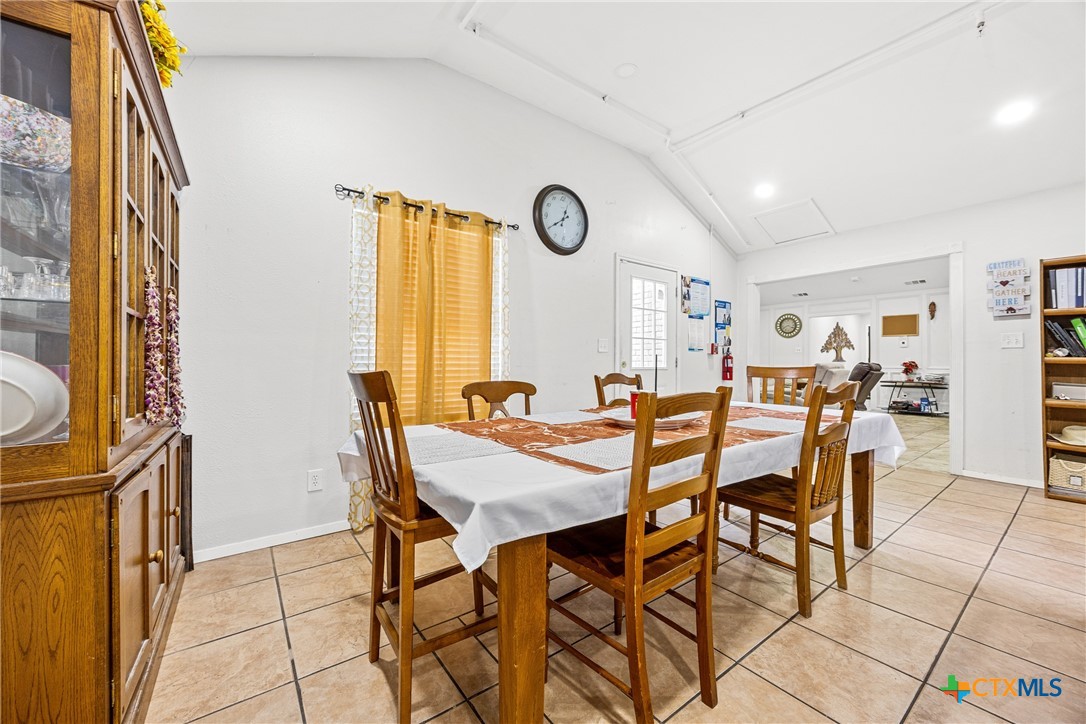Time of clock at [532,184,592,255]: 12:39
